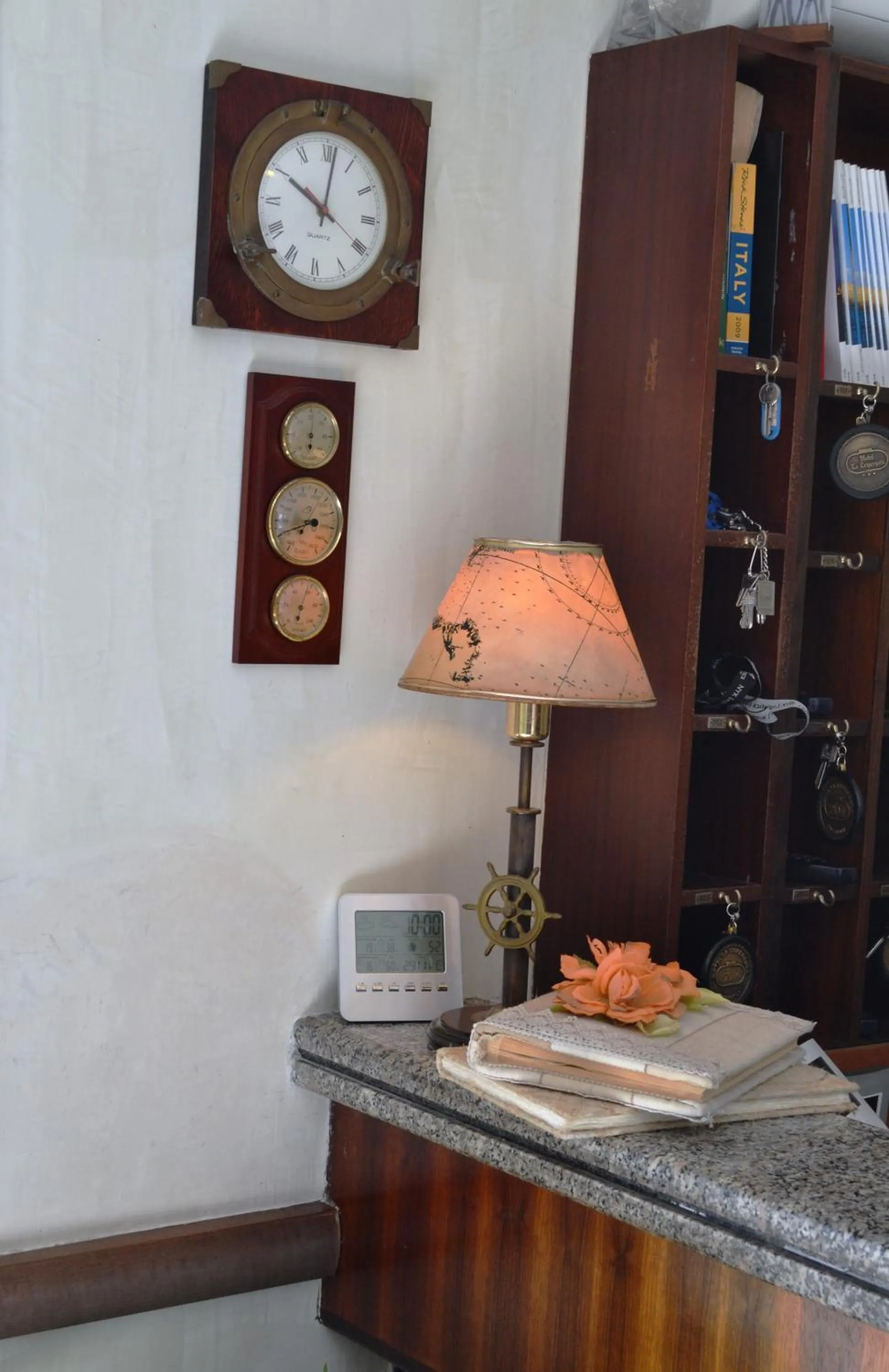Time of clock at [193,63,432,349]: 10:01
